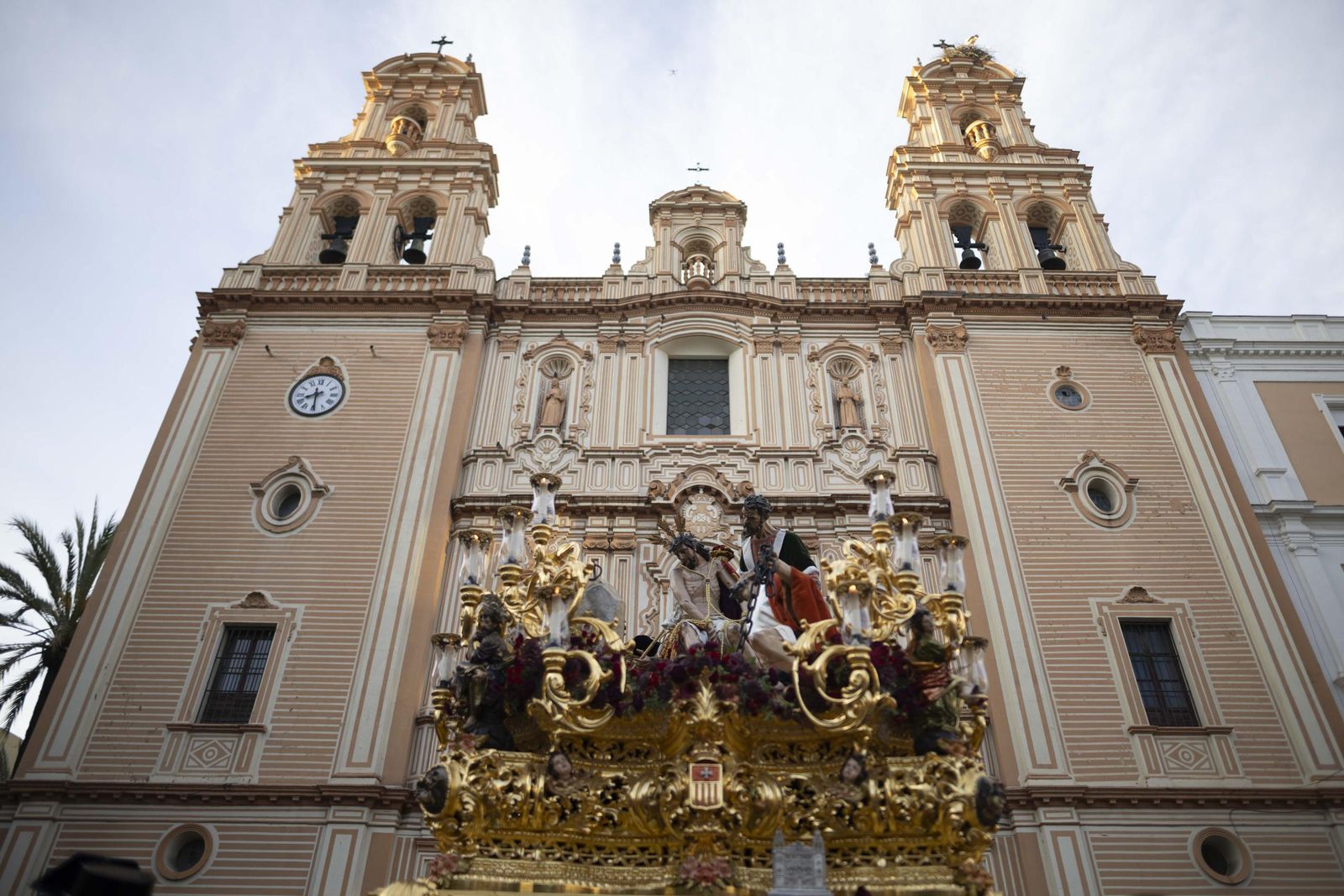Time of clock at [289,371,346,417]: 8:29
